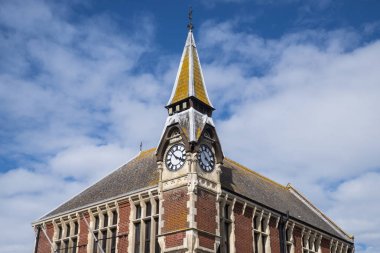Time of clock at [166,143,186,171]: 3:52
